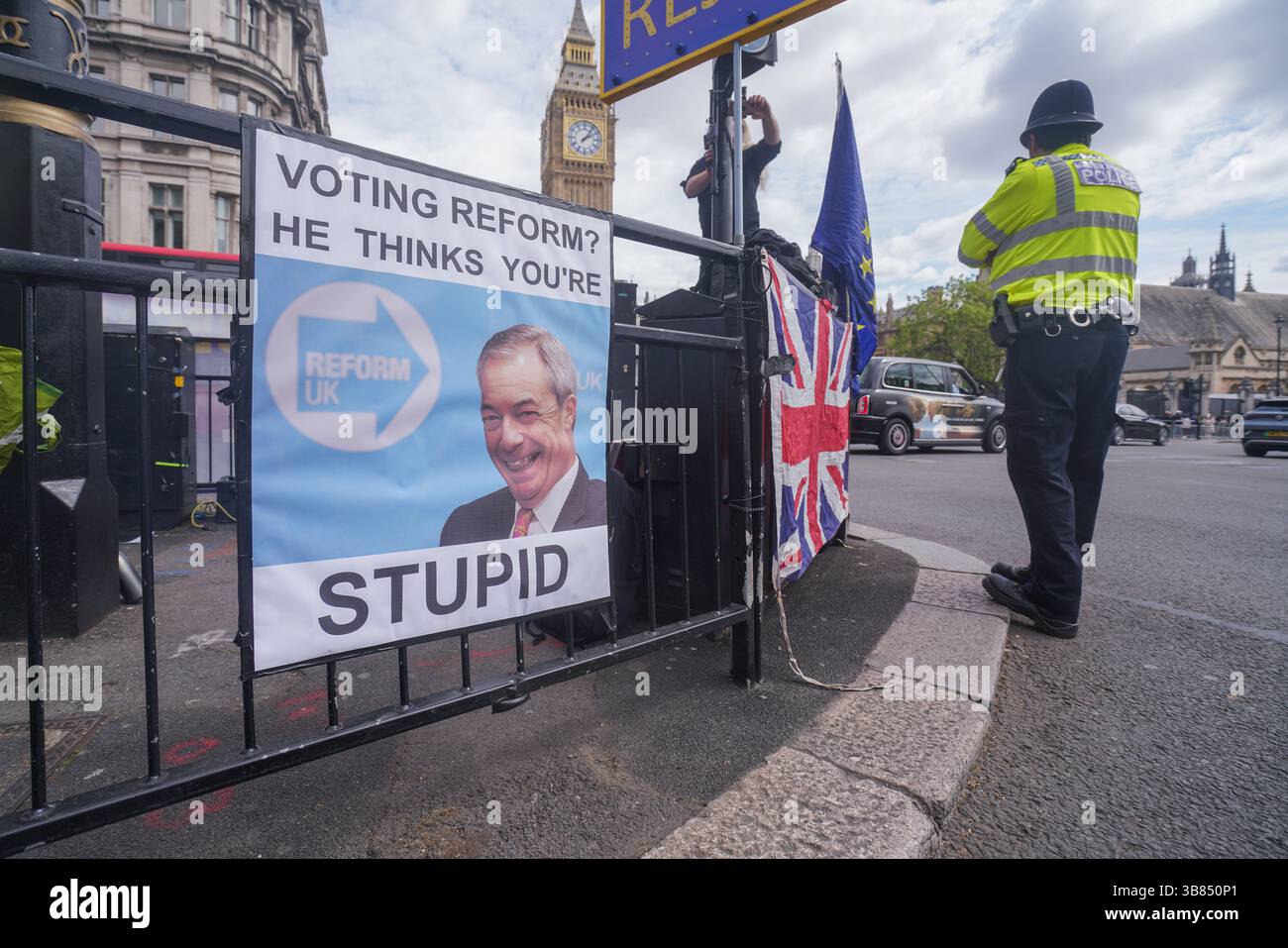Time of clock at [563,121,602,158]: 2:06
